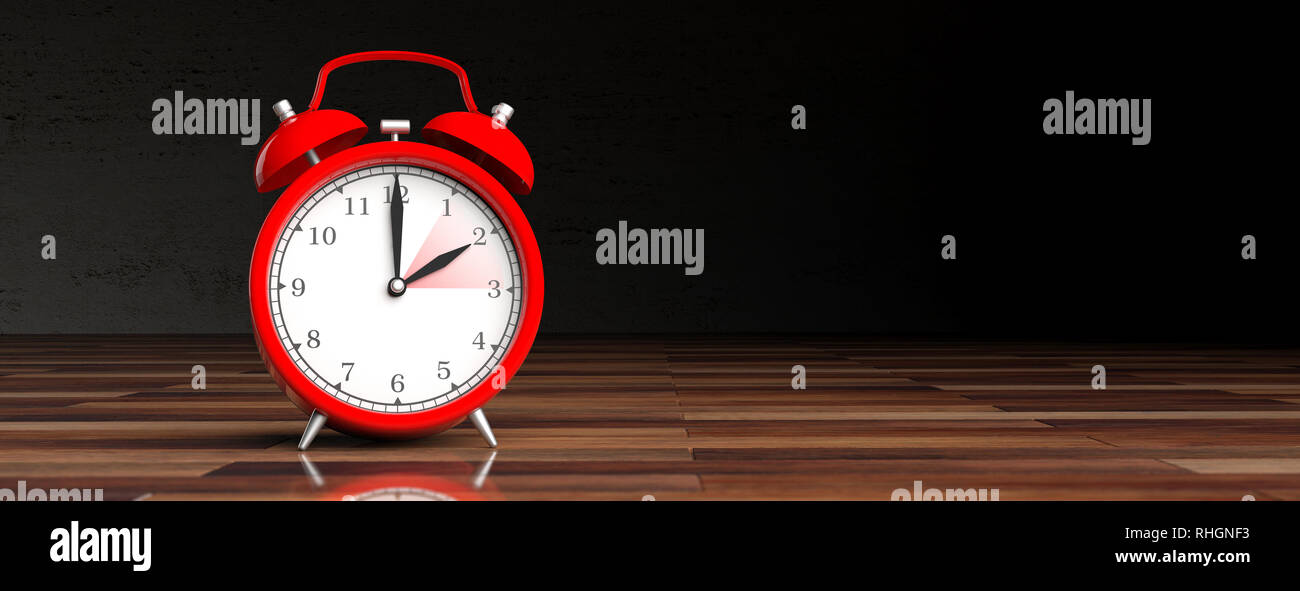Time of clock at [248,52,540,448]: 1:59
